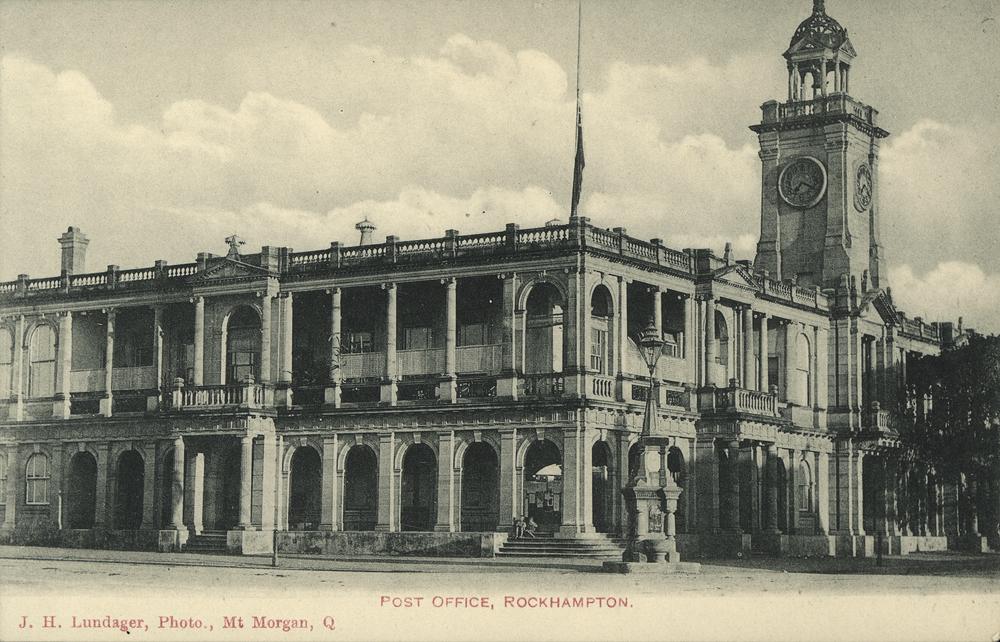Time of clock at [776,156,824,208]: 7:18
